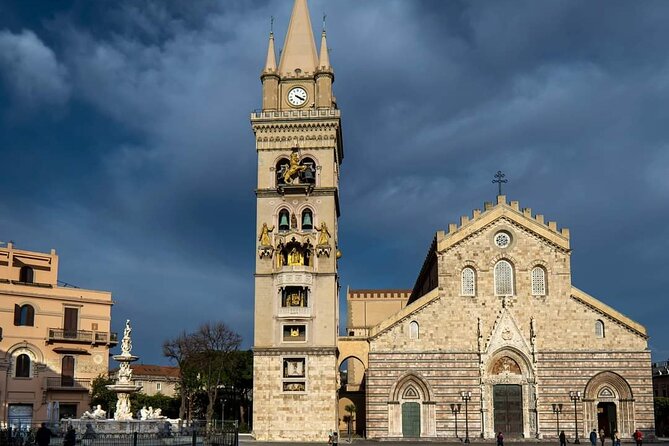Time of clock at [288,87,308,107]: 4:19
